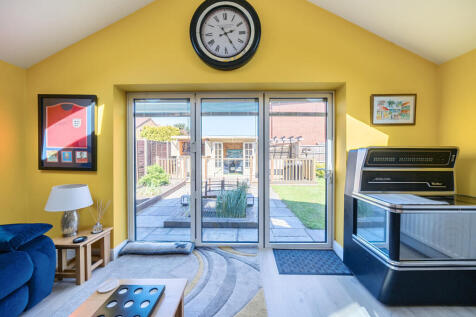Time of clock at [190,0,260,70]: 2:24
